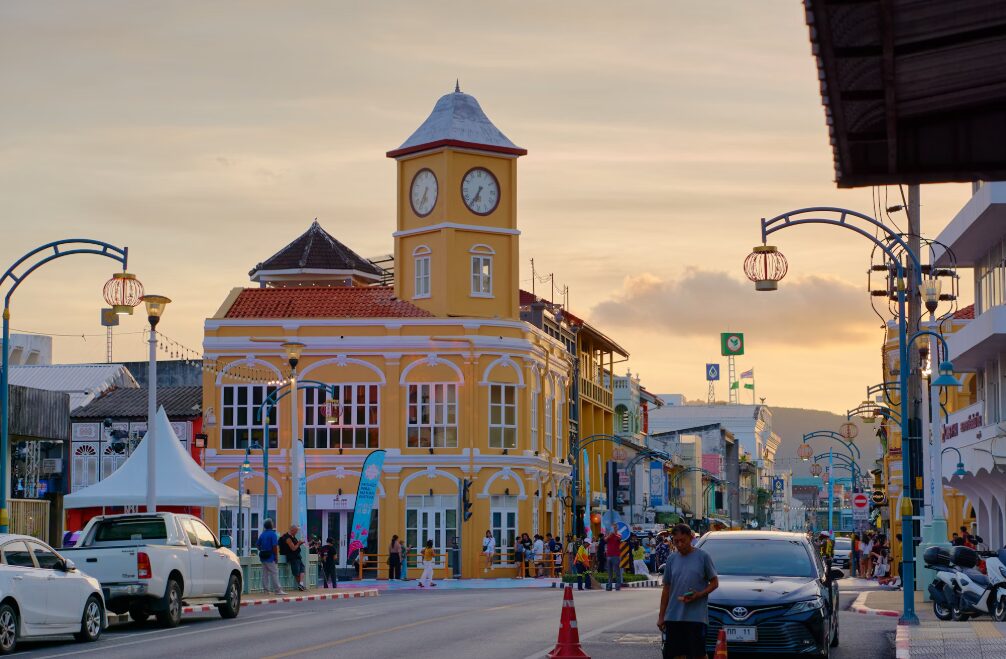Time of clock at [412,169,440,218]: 6:36
